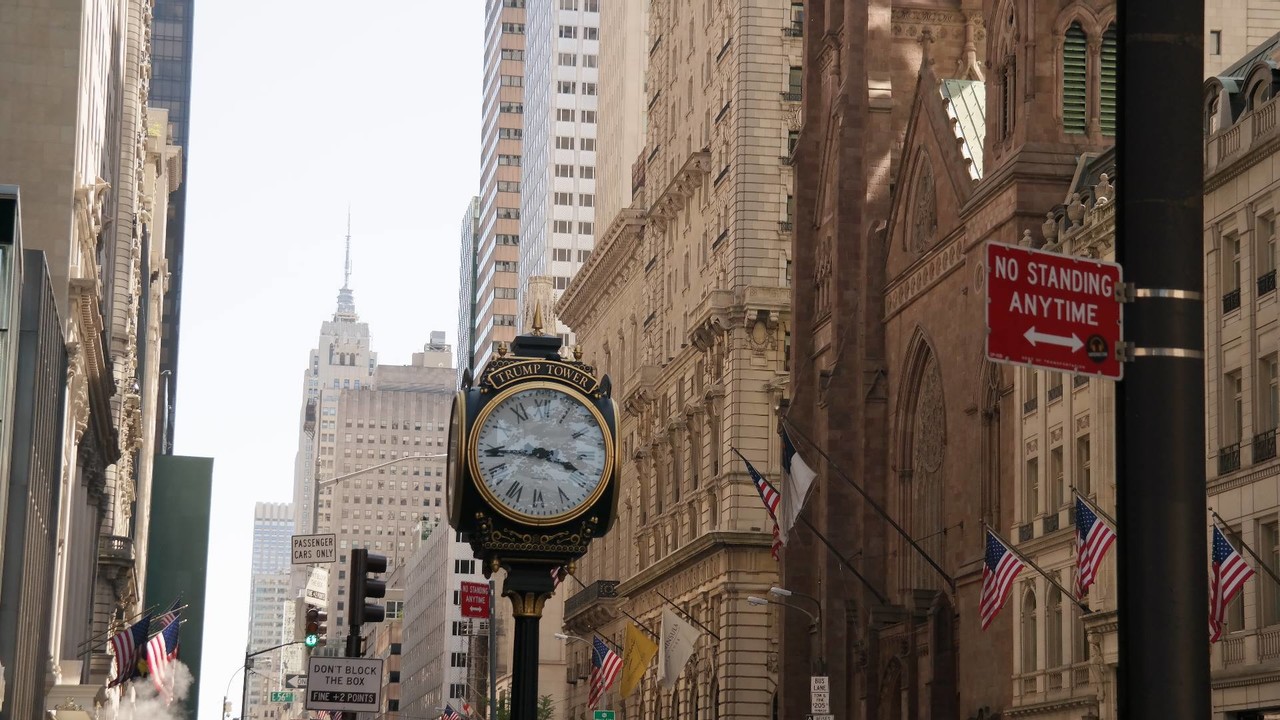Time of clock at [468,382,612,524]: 3:44
